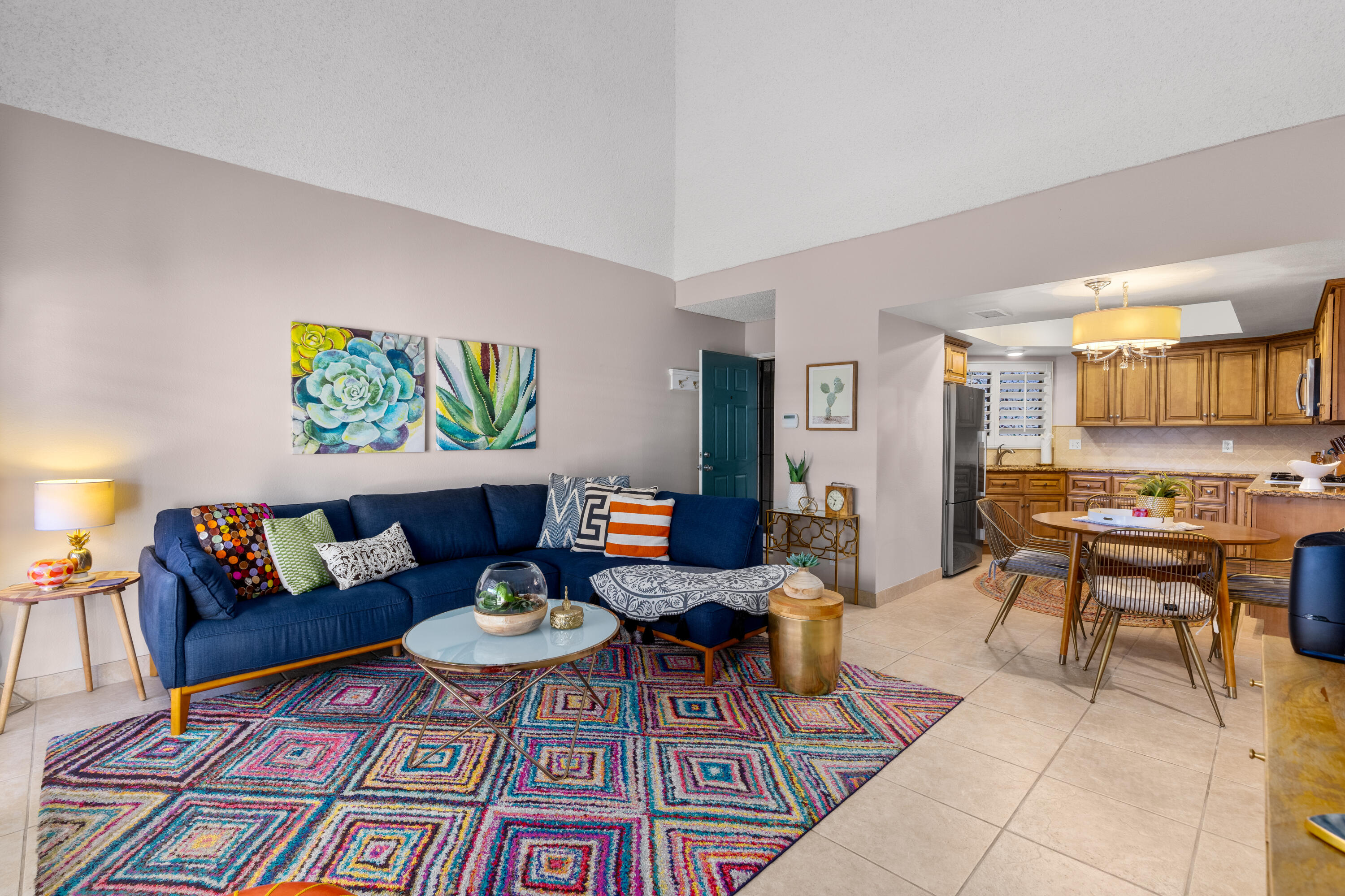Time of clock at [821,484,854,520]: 6:50
